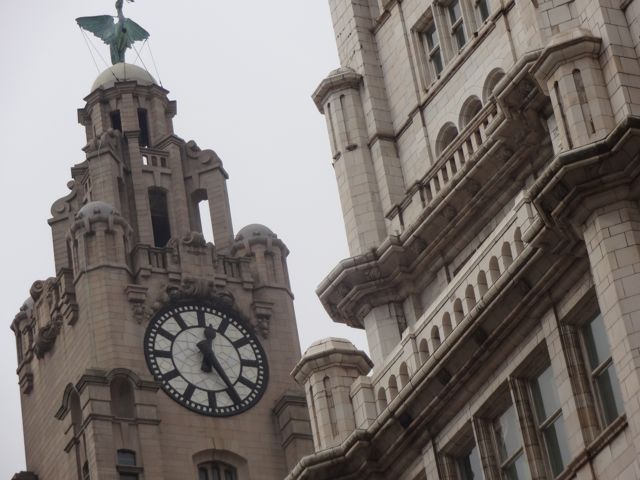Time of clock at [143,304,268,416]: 12:24
